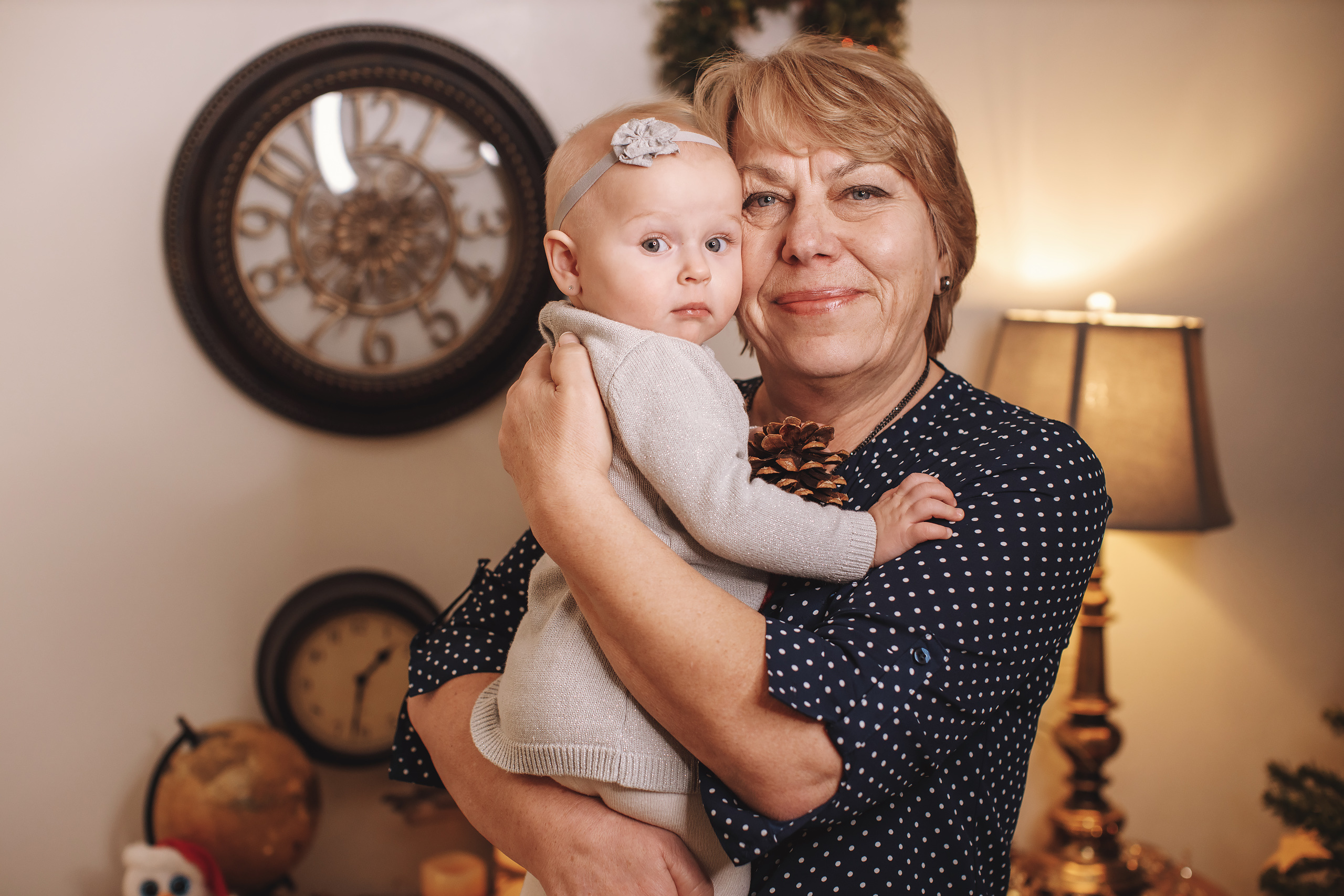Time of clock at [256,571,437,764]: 1:32
